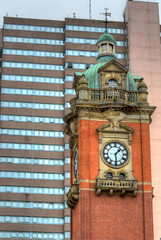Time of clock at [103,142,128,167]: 1:29
